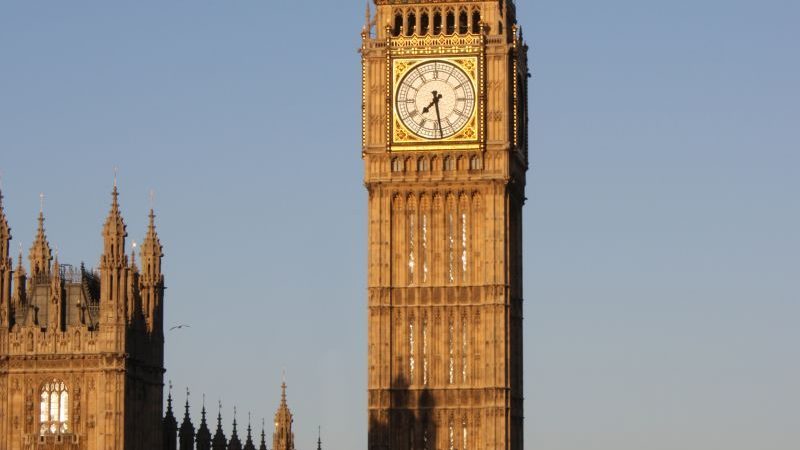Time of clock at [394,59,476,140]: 7:28
